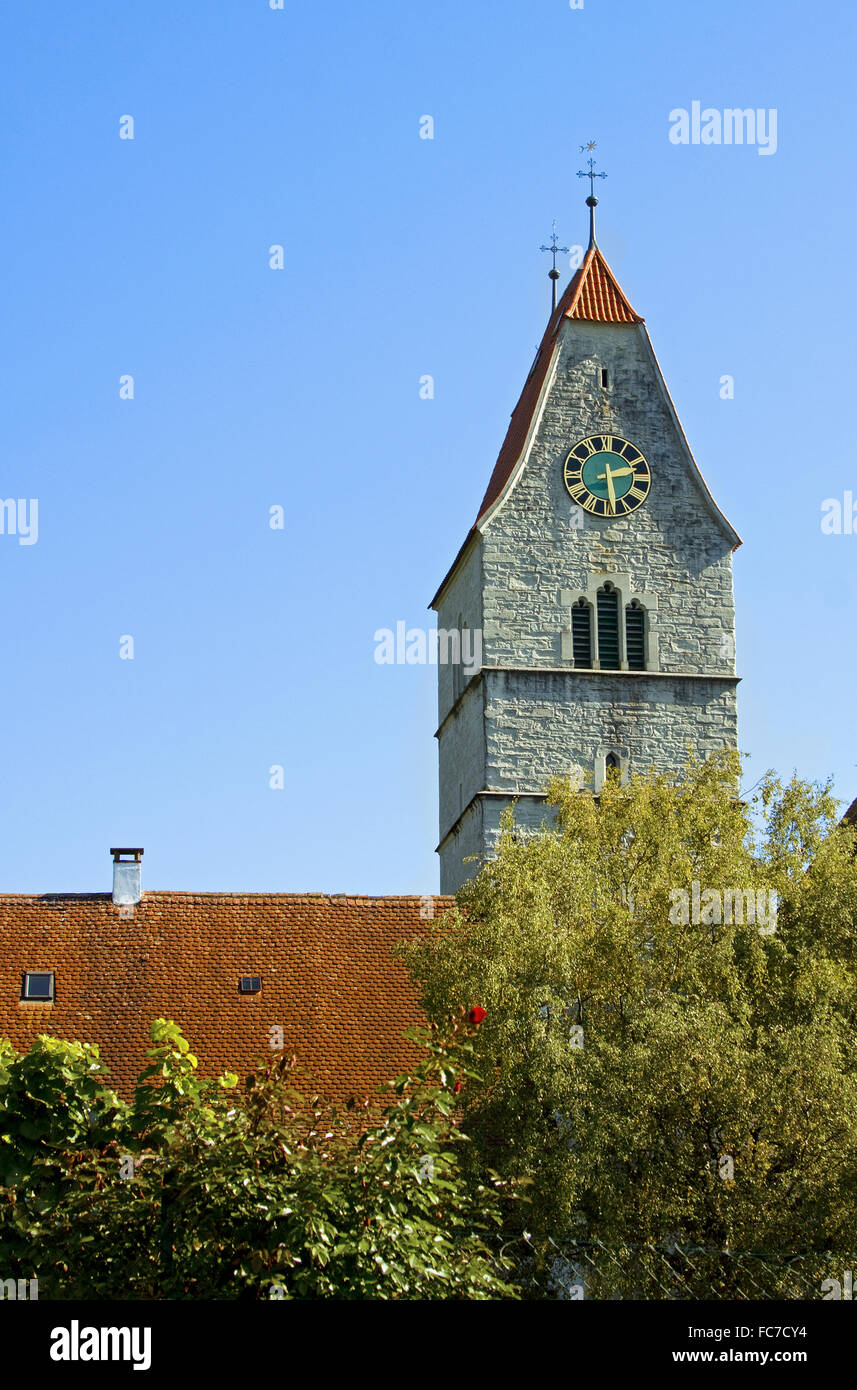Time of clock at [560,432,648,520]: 2:28
